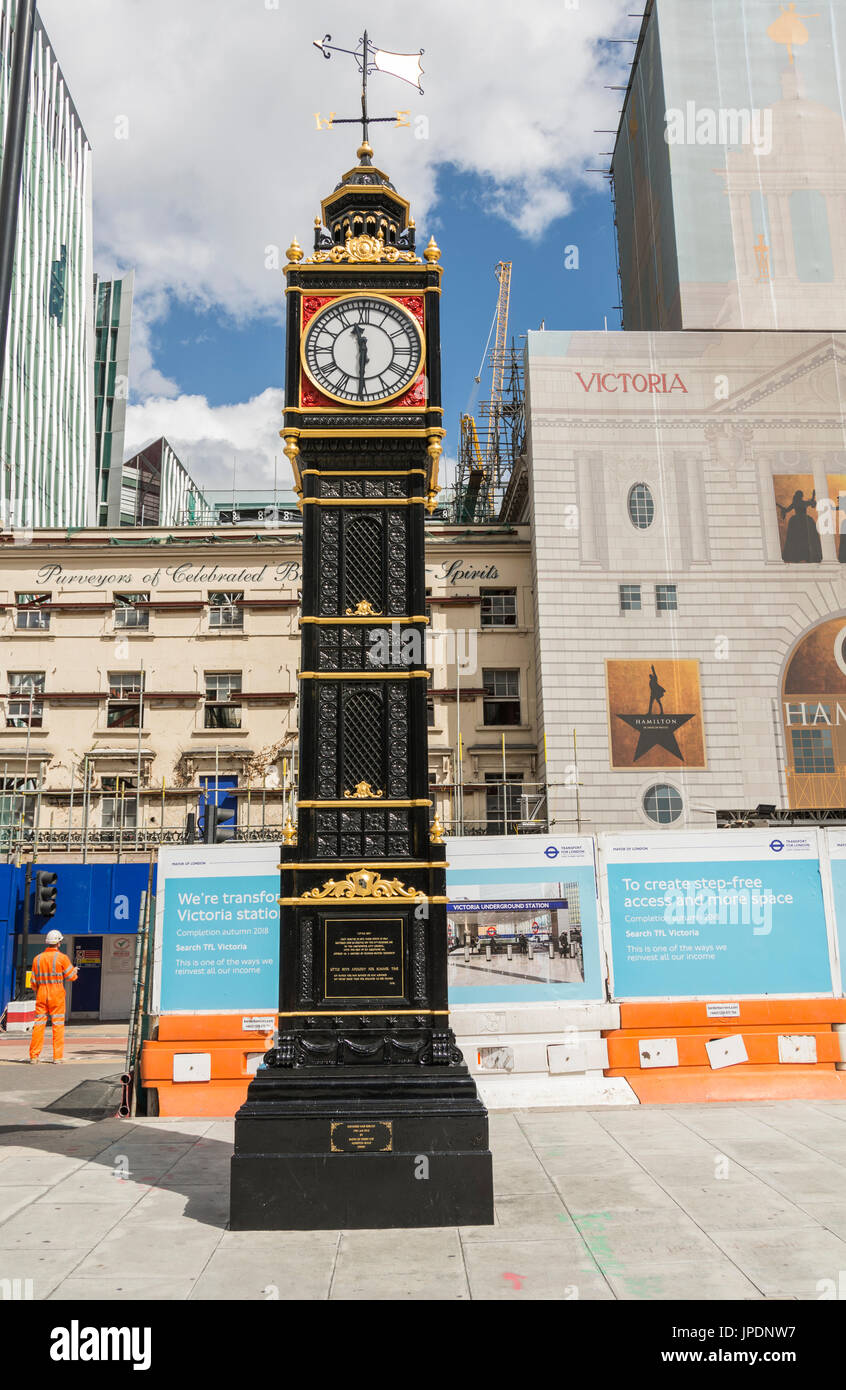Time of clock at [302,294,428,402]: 11:30
